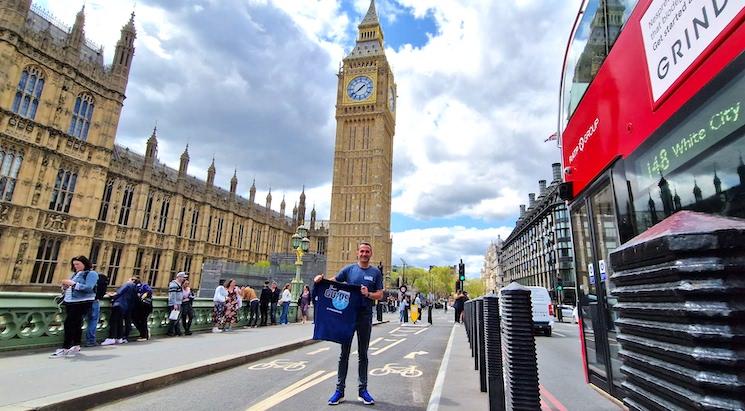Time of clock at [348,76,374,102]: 1:38
